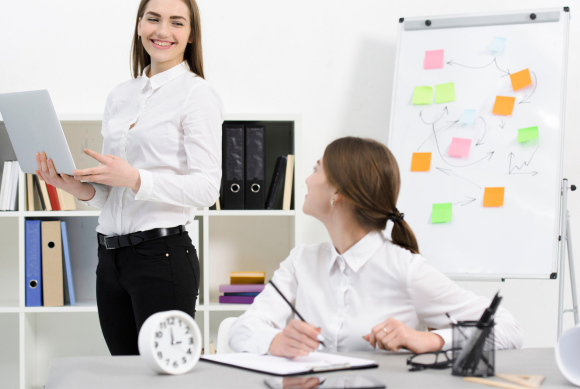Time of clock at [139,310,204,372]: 2:59
